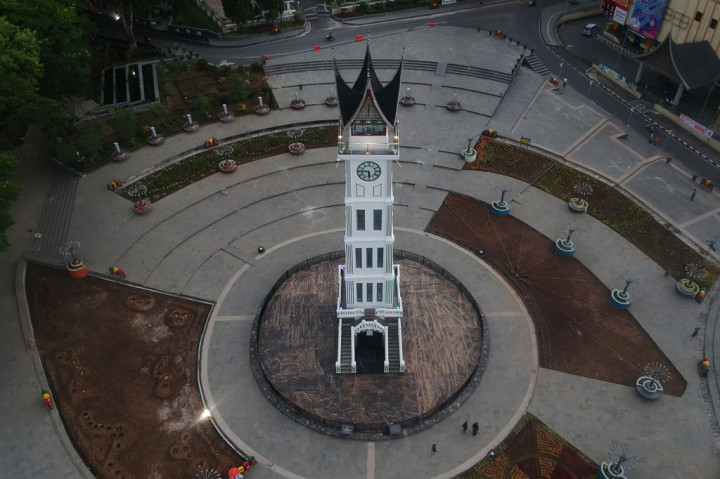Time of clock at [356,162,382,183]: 5:45
